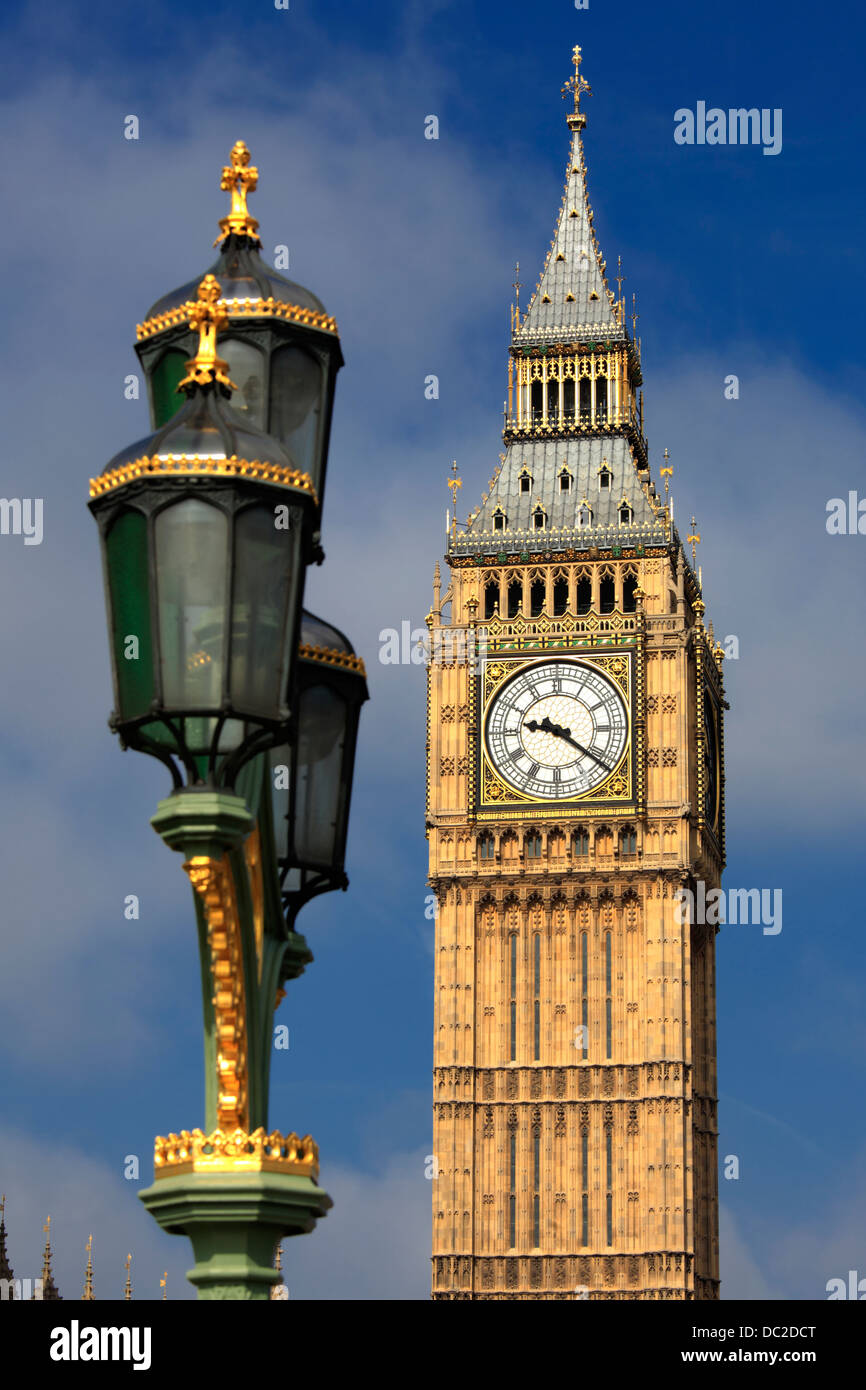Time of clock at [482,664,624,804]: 9:21
